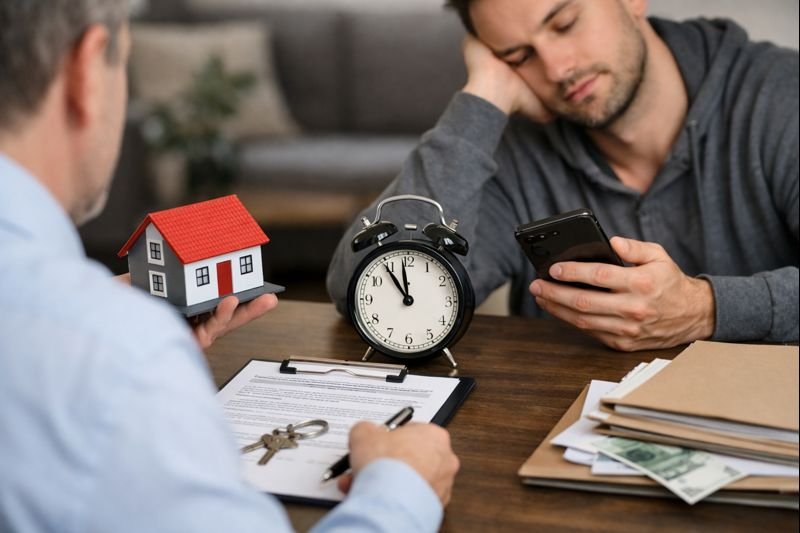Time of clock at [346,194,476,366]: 11:54
